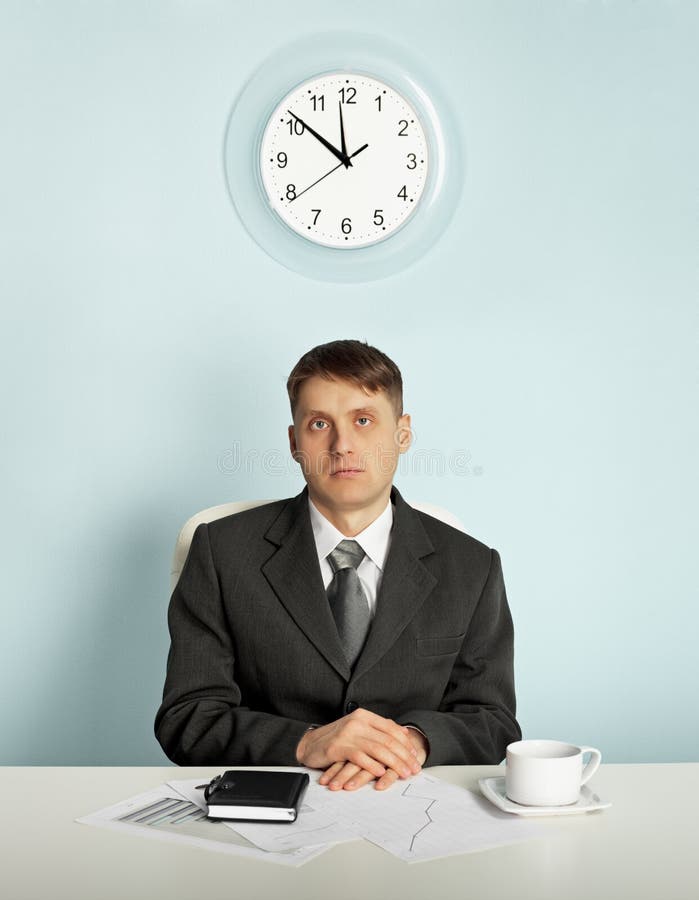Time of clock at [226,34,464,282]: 11:51
